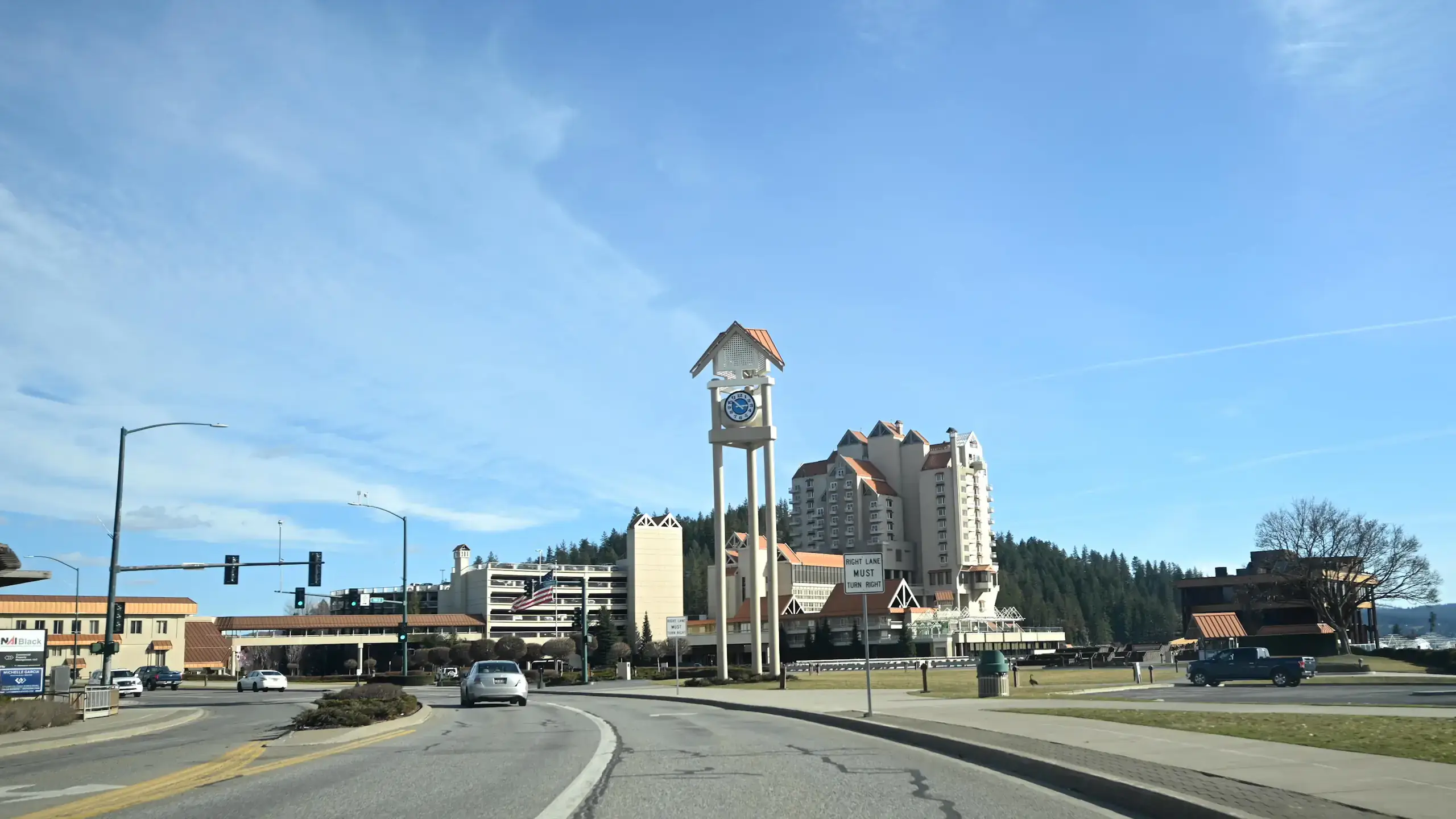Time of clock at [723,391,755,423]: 2:53
